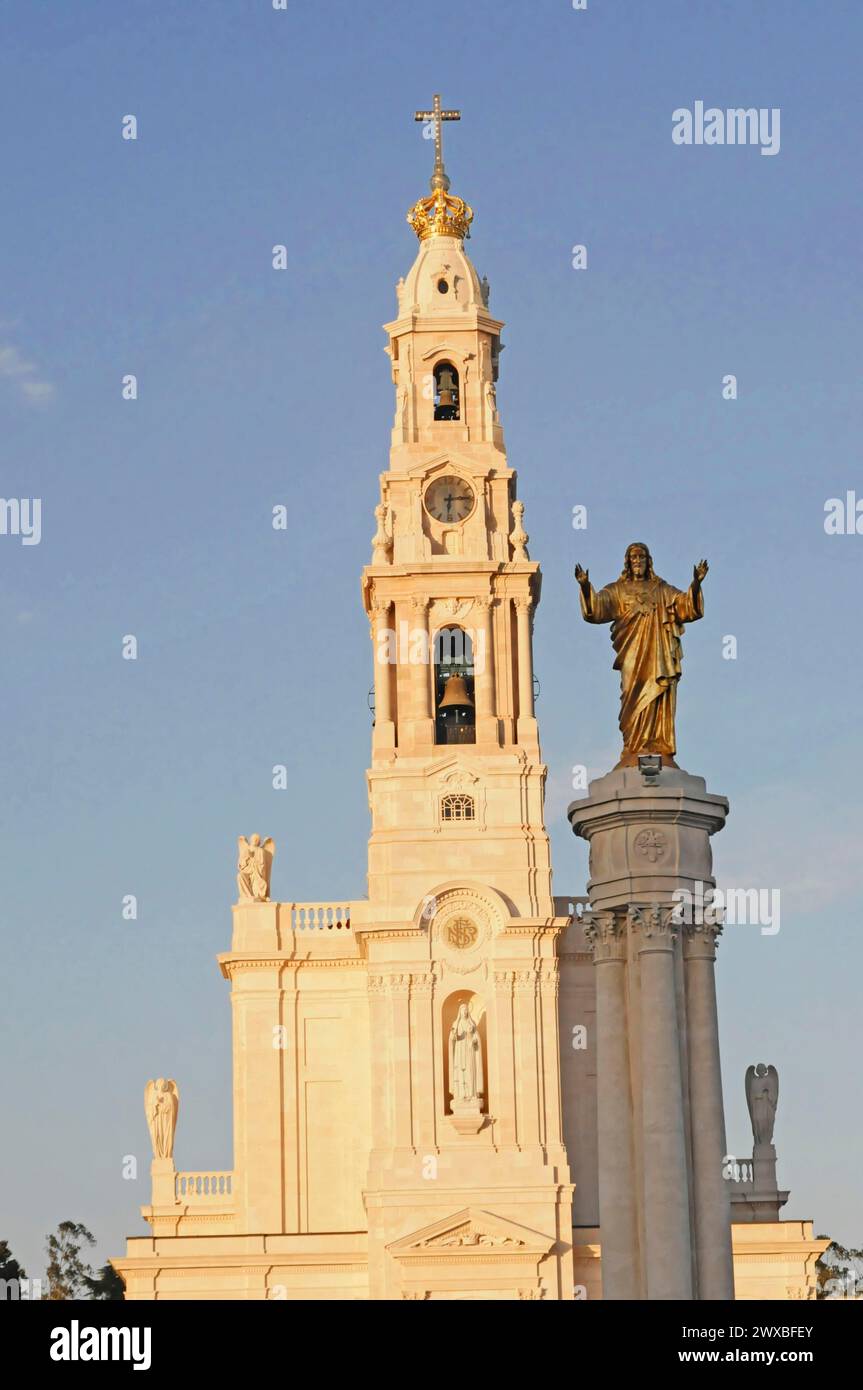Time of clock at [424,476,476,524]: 6:14
